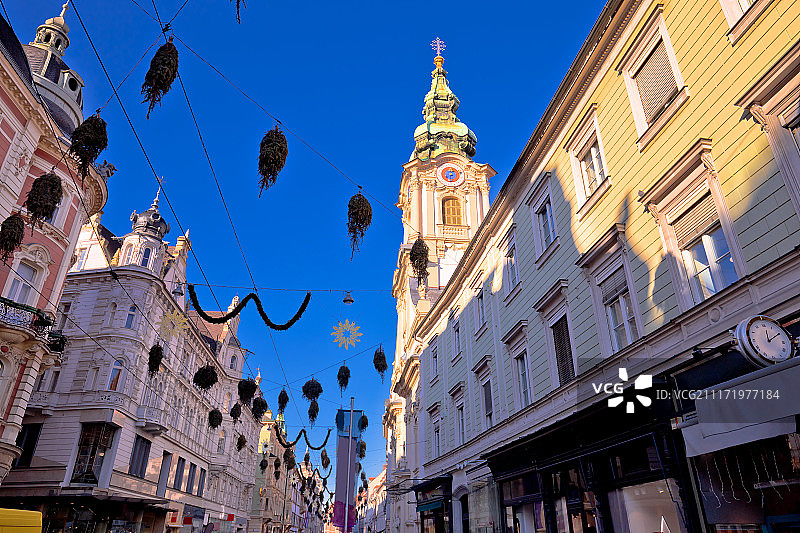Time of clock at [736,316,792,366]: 12:10
